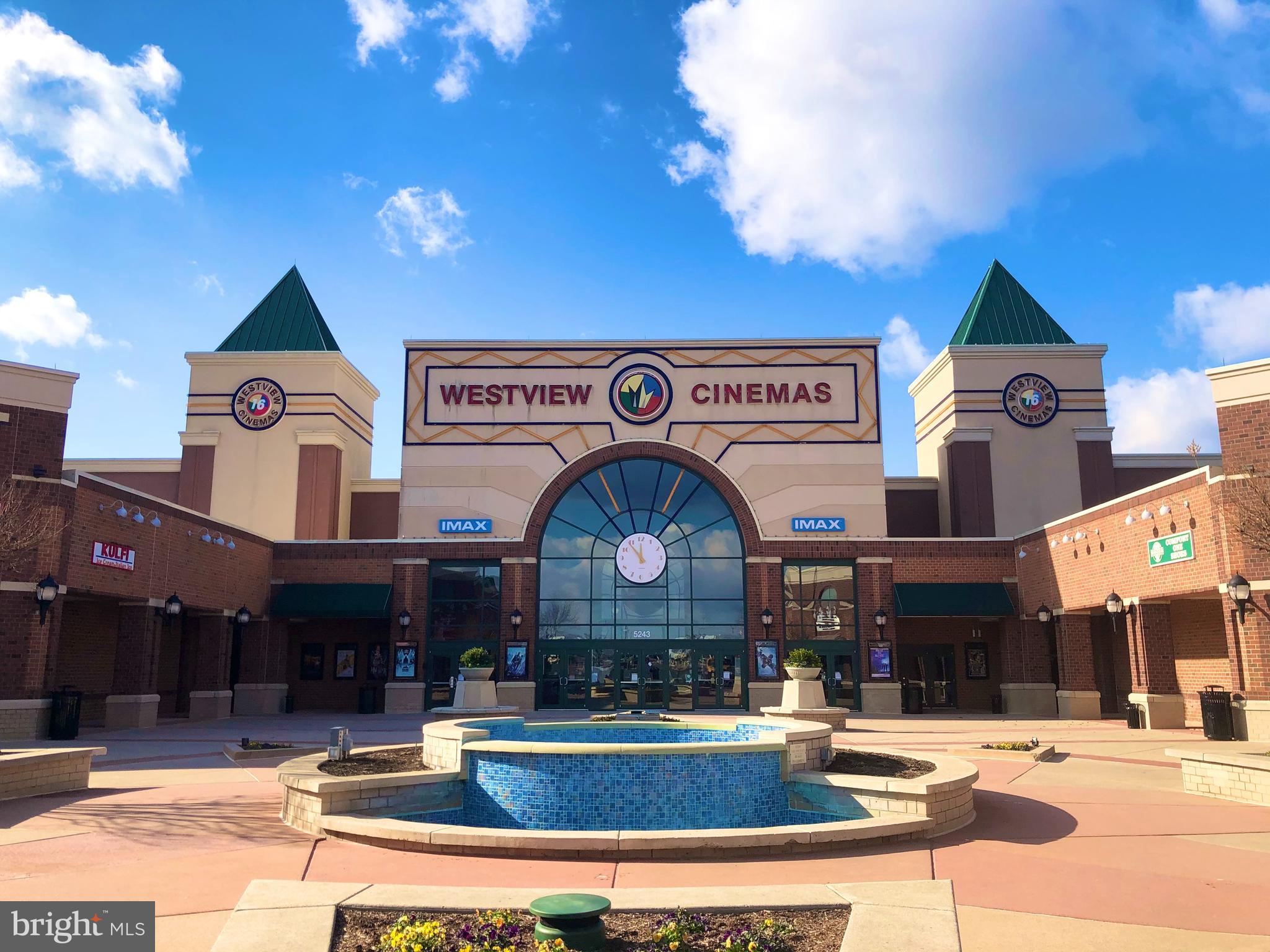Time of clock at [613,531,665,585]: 11:53
